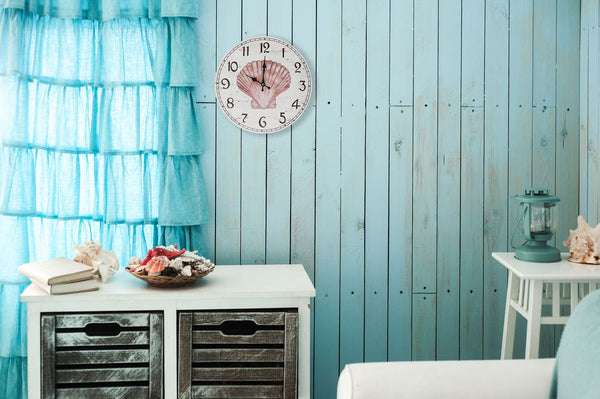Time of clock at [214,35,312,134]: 10:00
